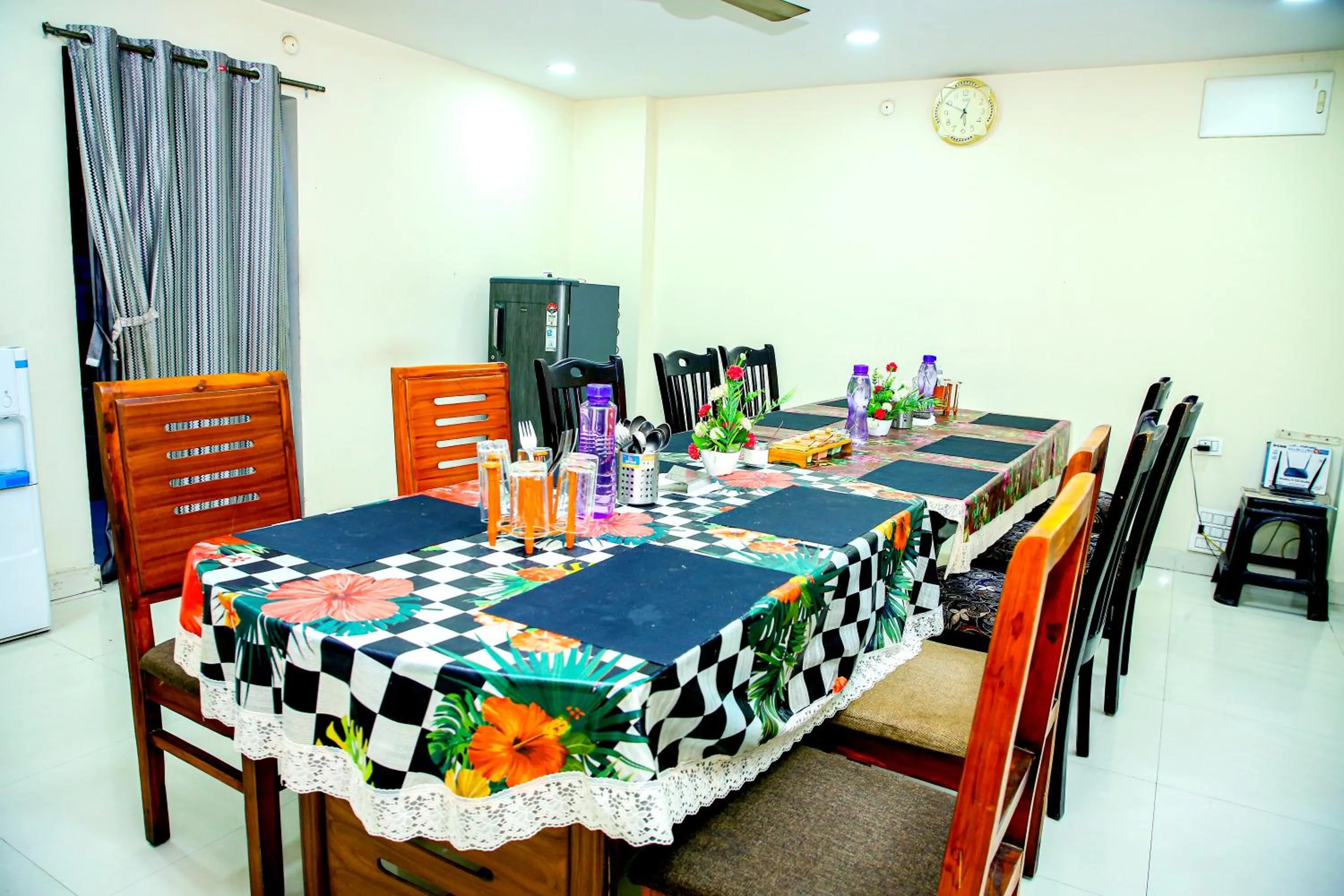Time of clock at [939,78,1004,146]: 12:49
